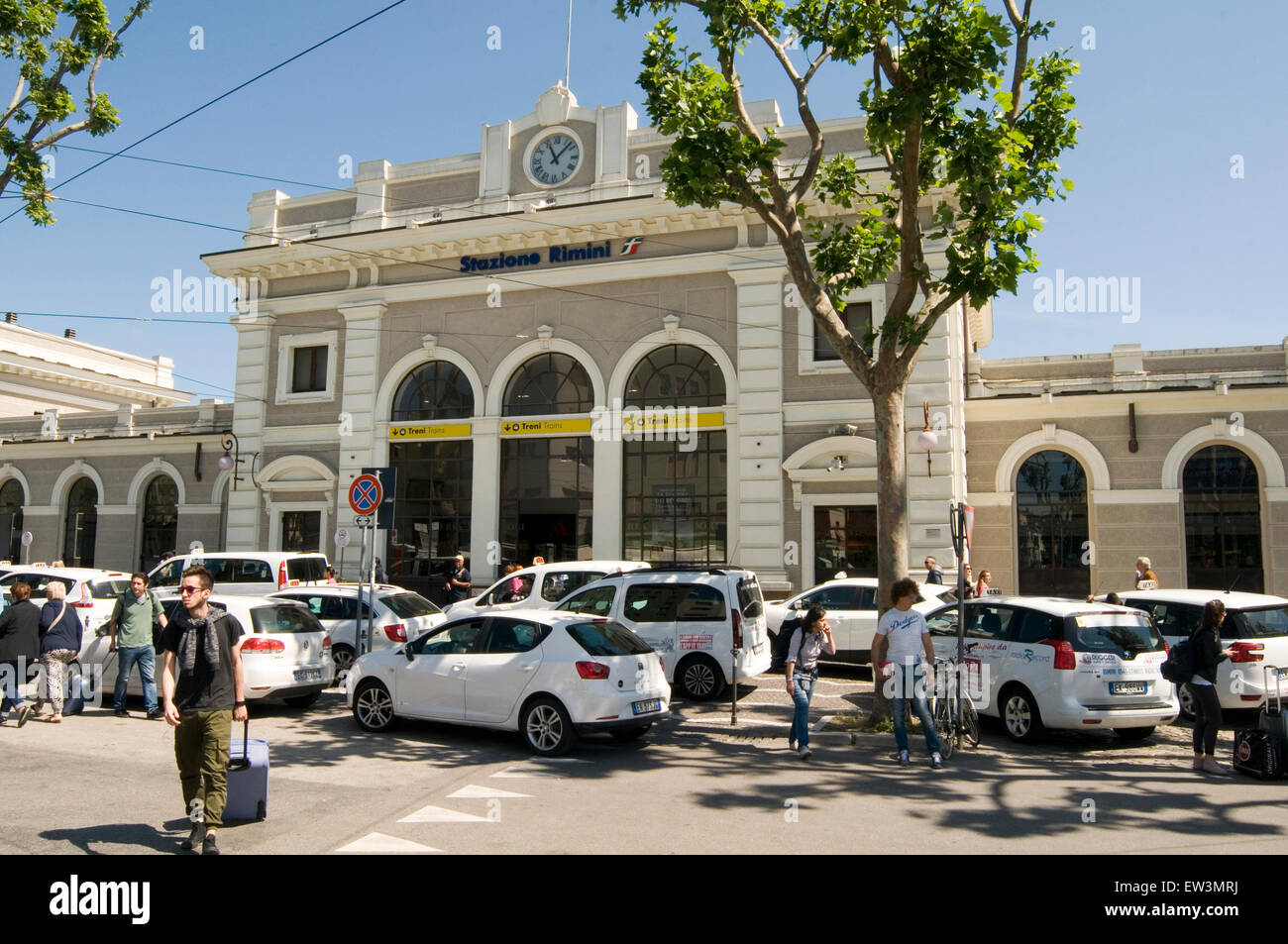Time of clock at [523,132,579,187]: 11:07
